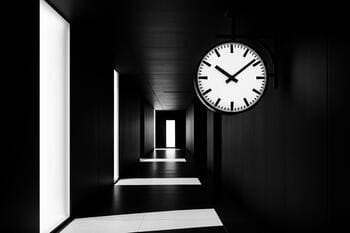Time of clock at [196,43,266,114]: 10:08
